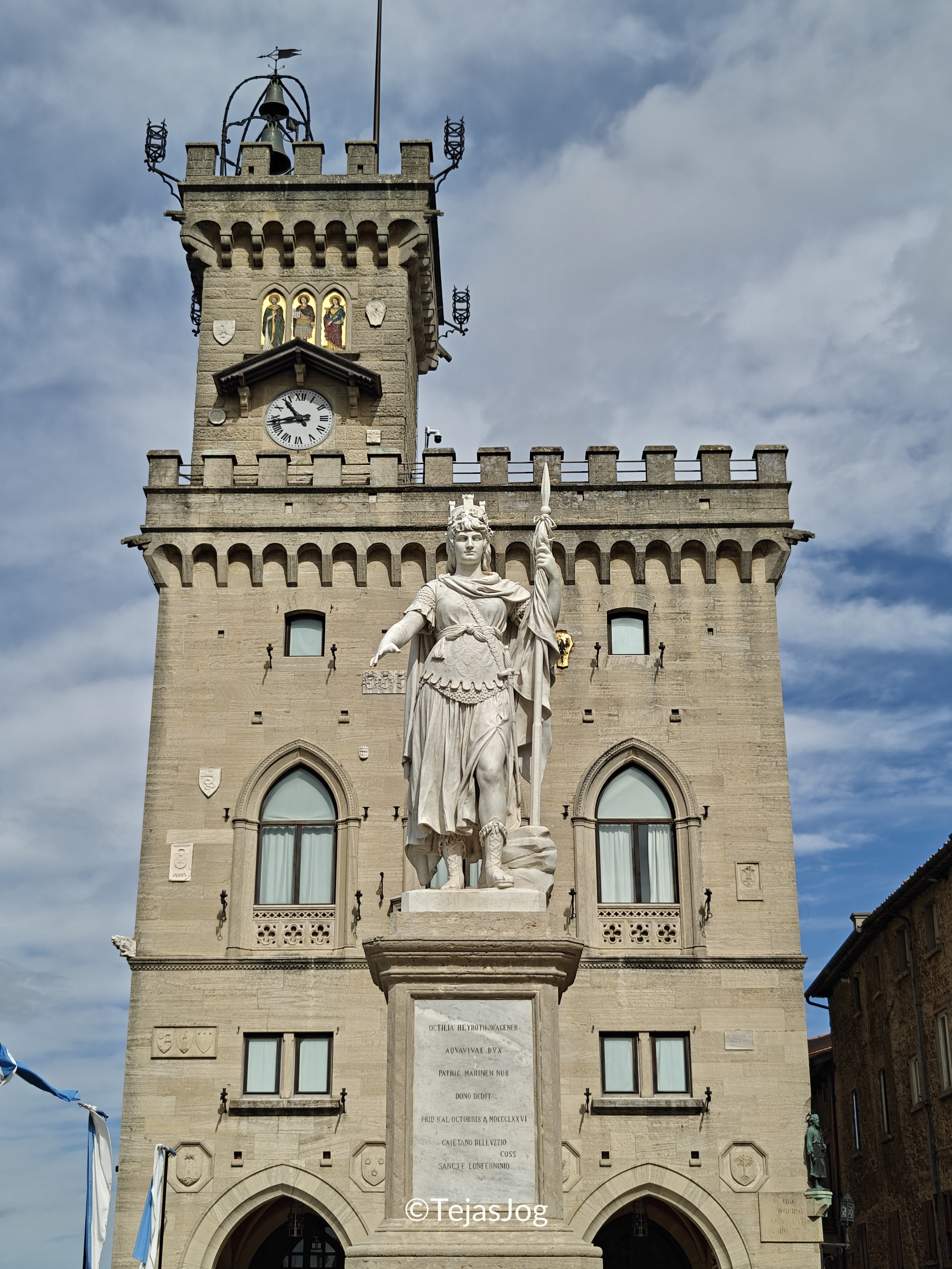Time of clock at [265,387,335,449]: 10:43
